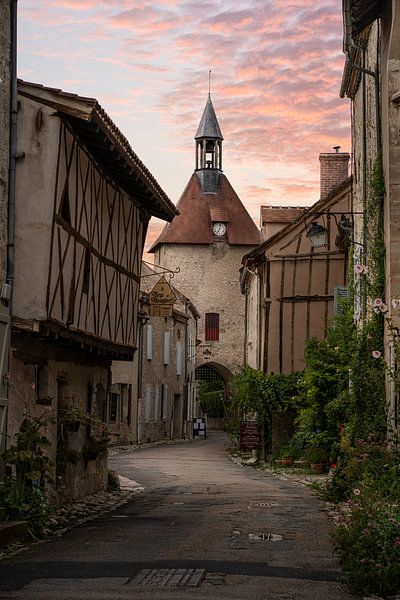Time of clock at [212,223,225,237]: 7:02
